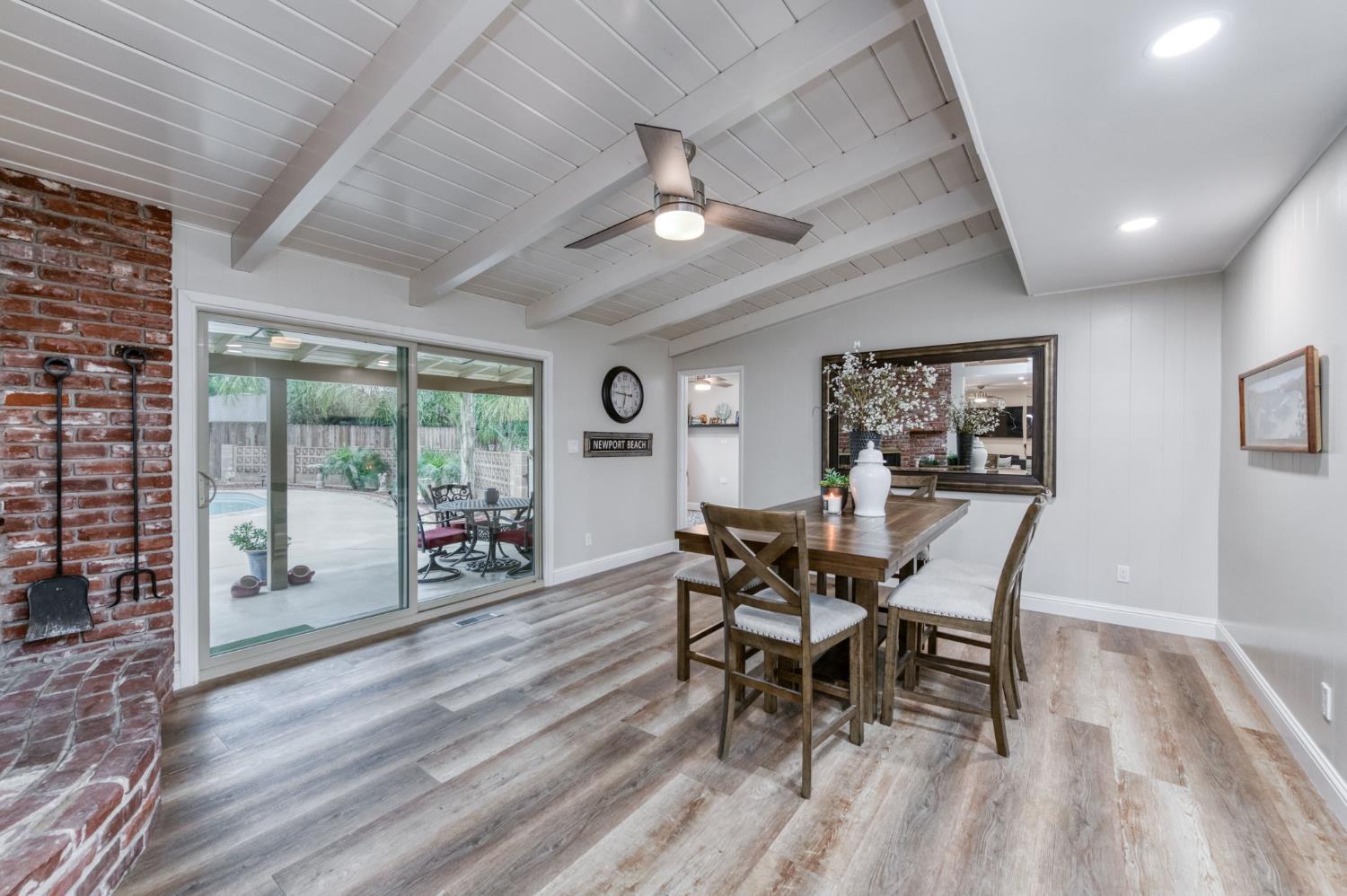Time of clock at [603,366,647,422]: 6:46
